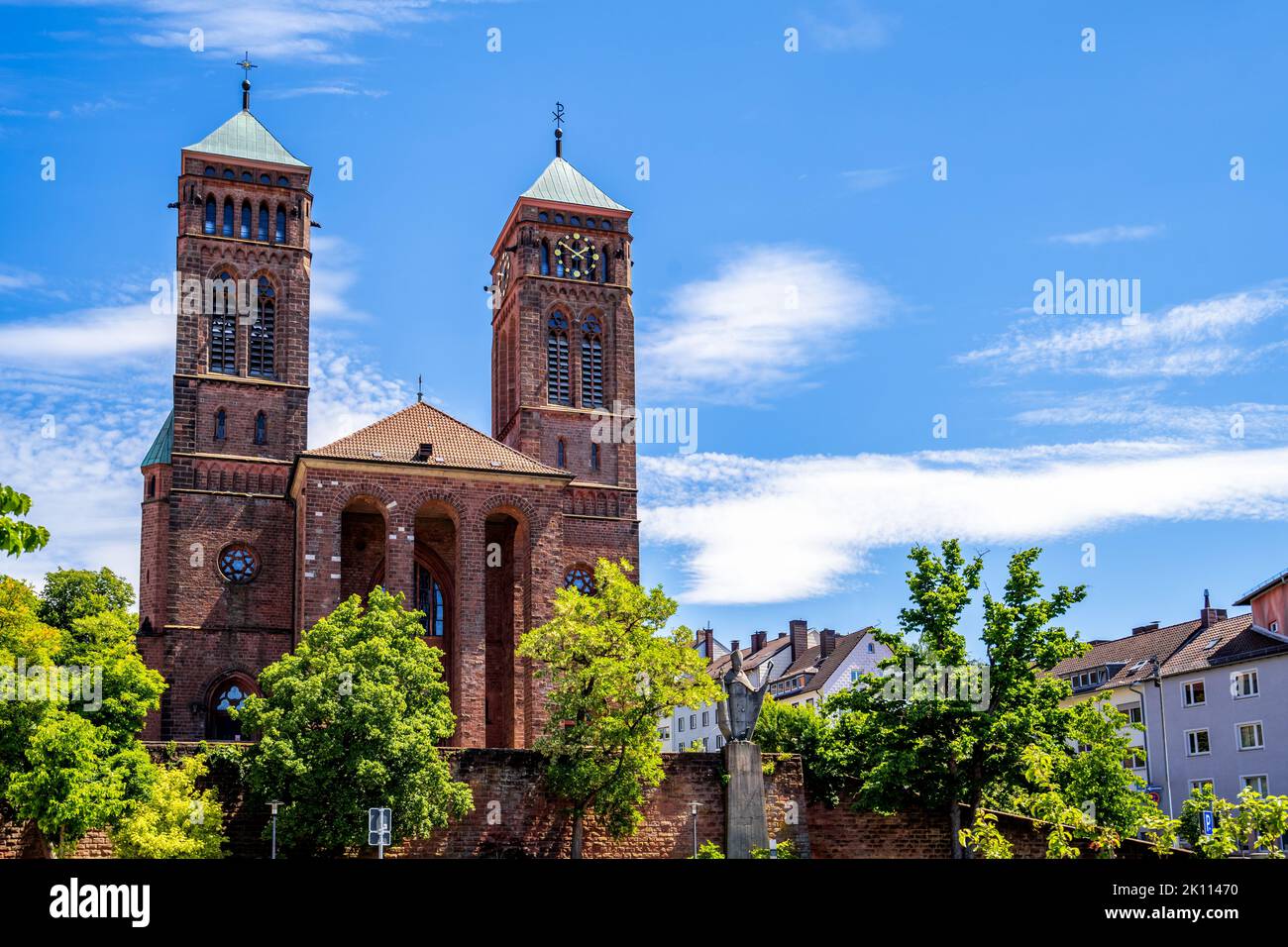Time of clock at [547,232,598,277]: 1:50
